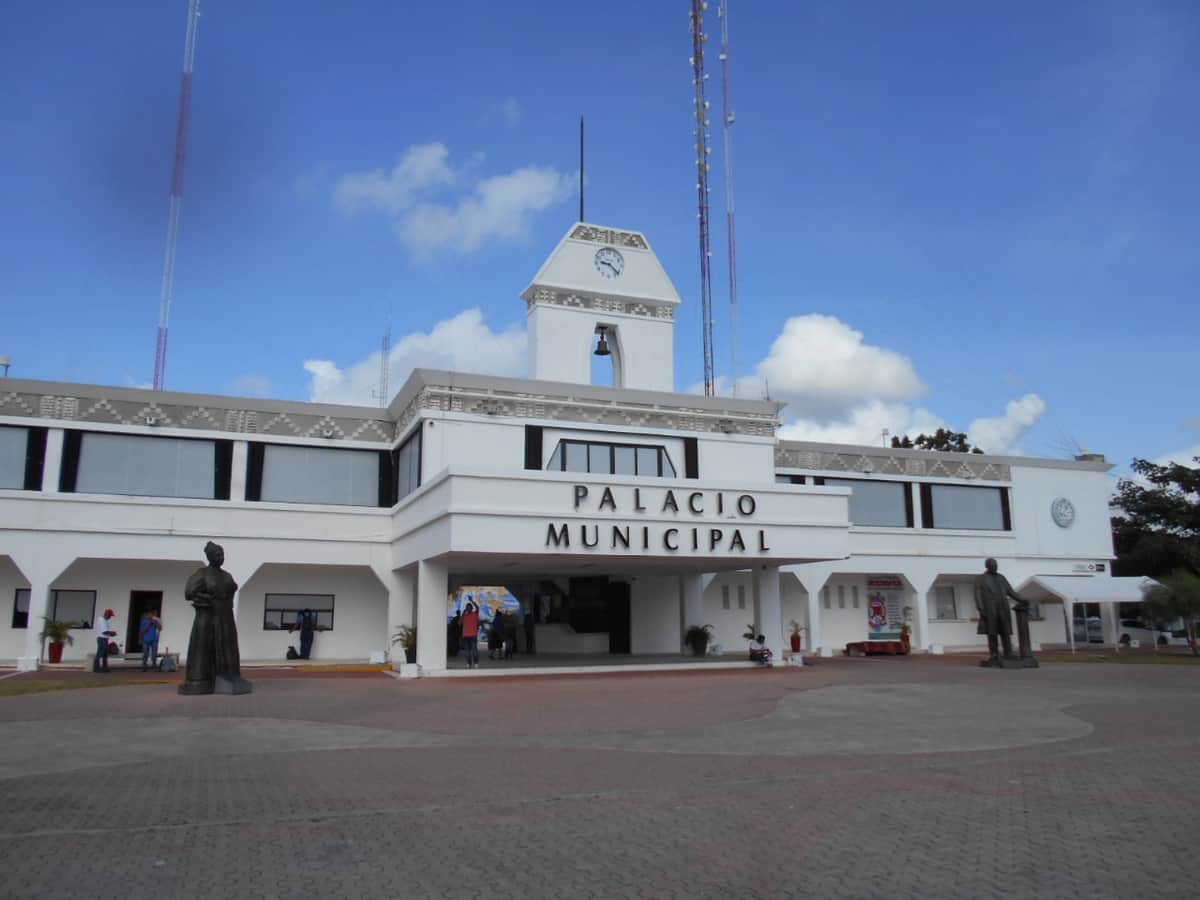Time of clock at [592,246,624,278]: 9:22
